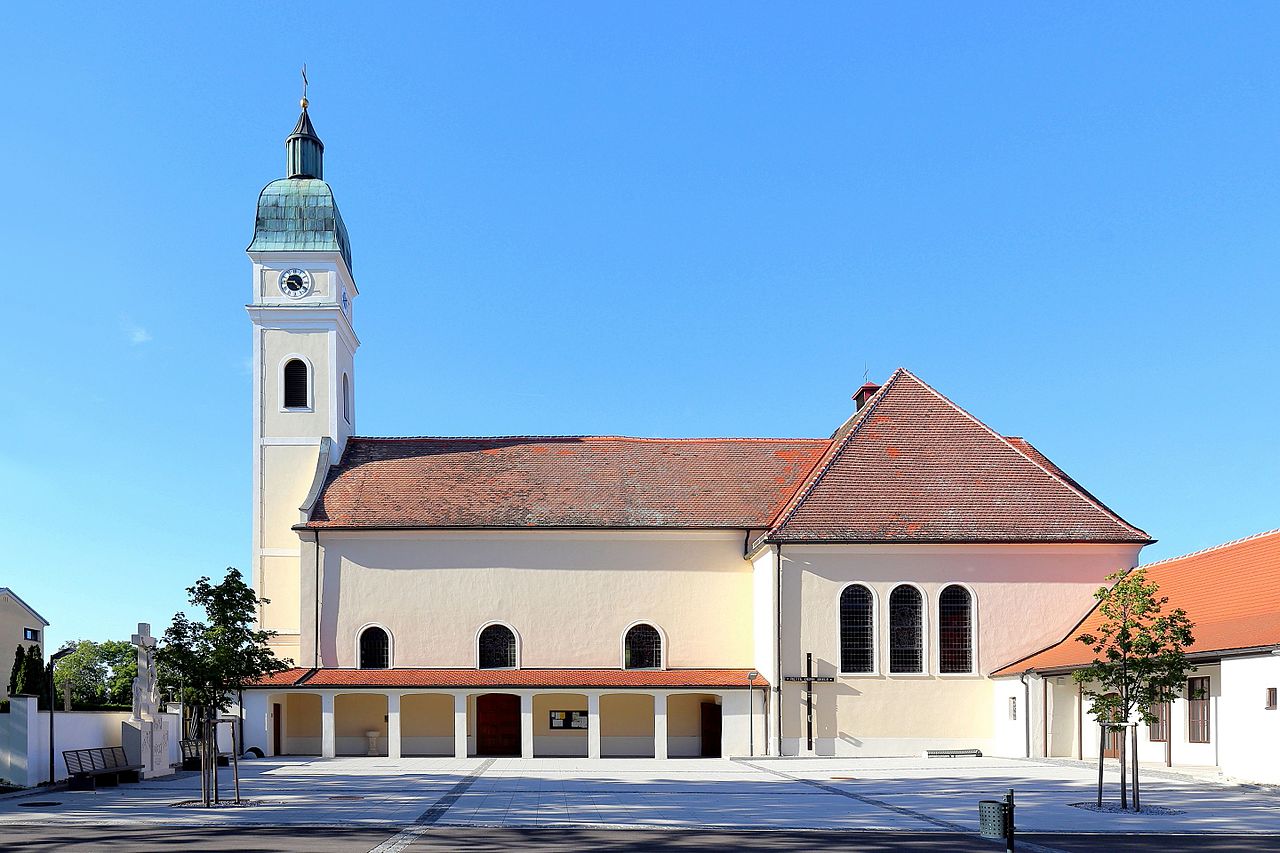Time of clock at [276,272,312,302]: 4:45
